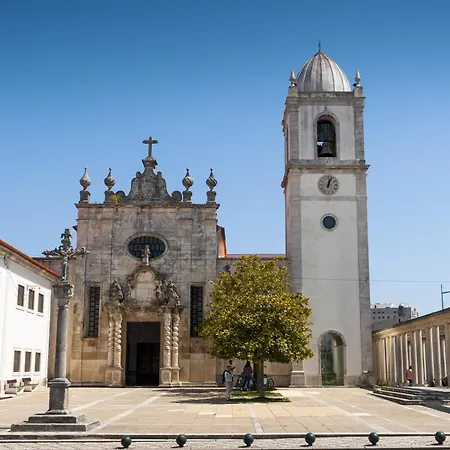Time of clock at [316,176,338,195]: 12:03
